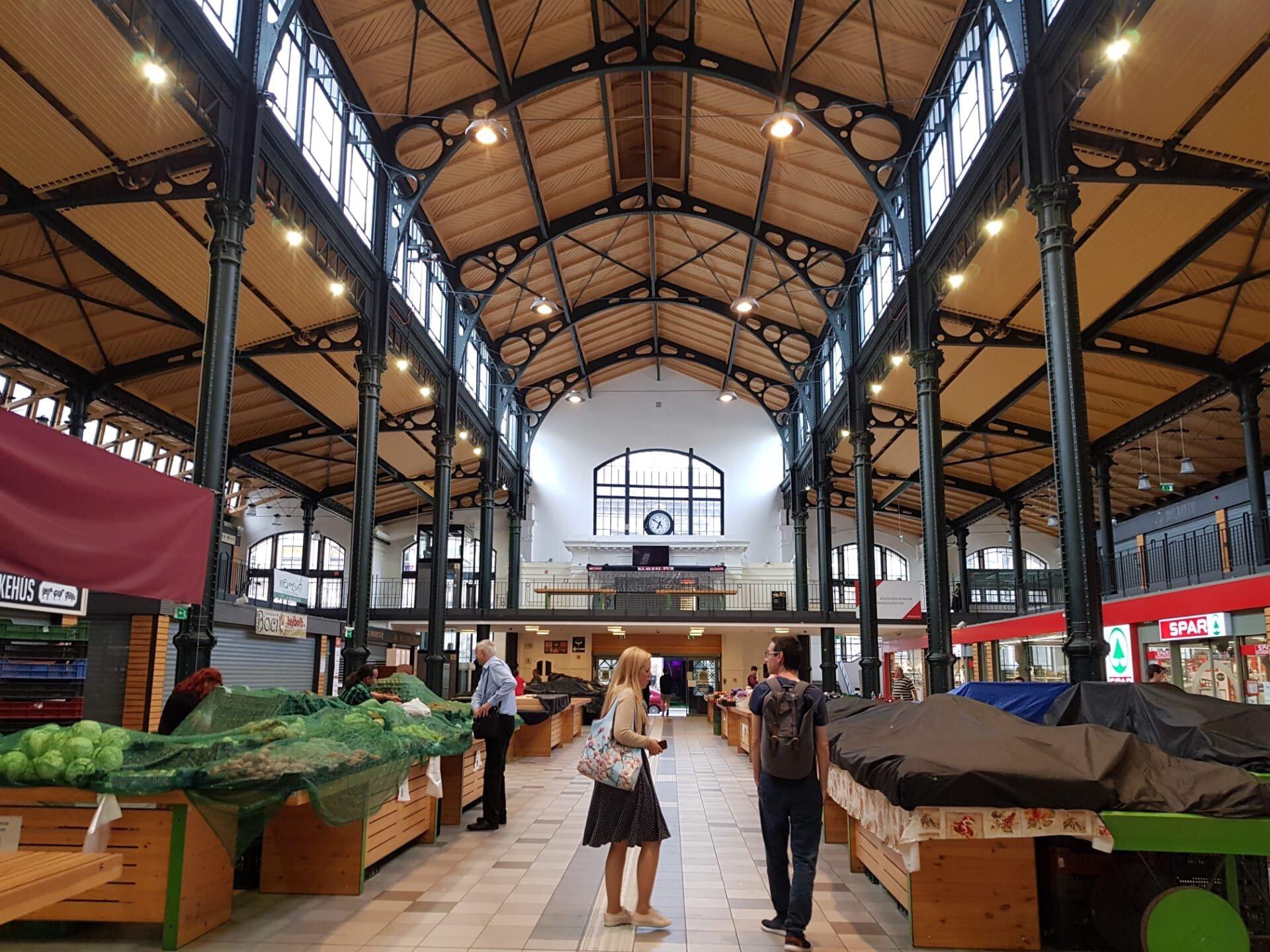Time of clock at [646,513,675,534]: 6:50
